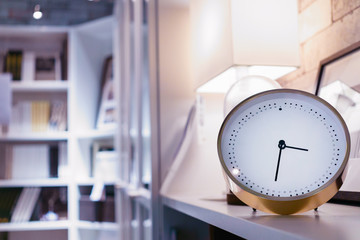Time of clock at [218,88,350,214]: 3:32
